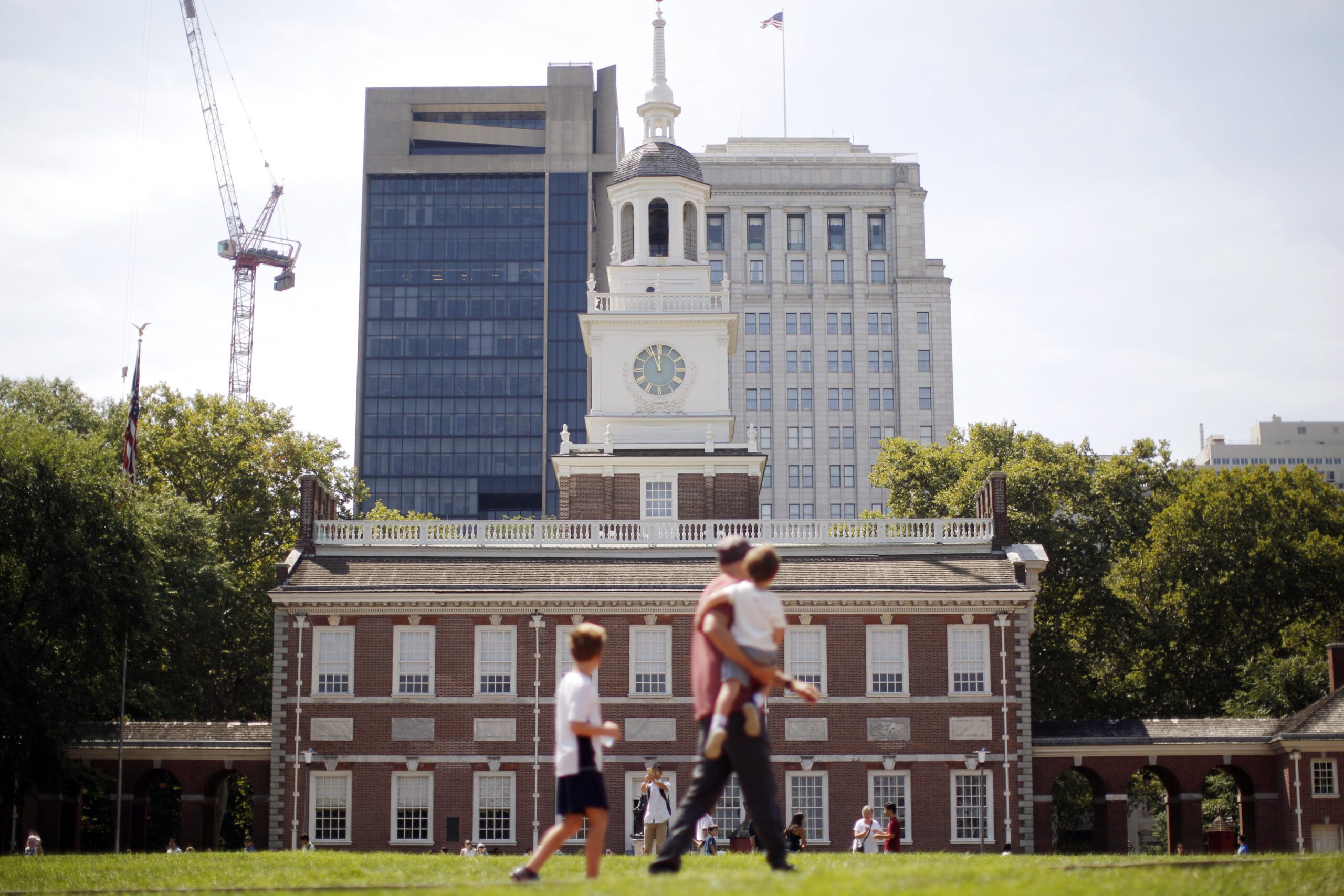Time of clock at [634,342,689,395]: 11:56
